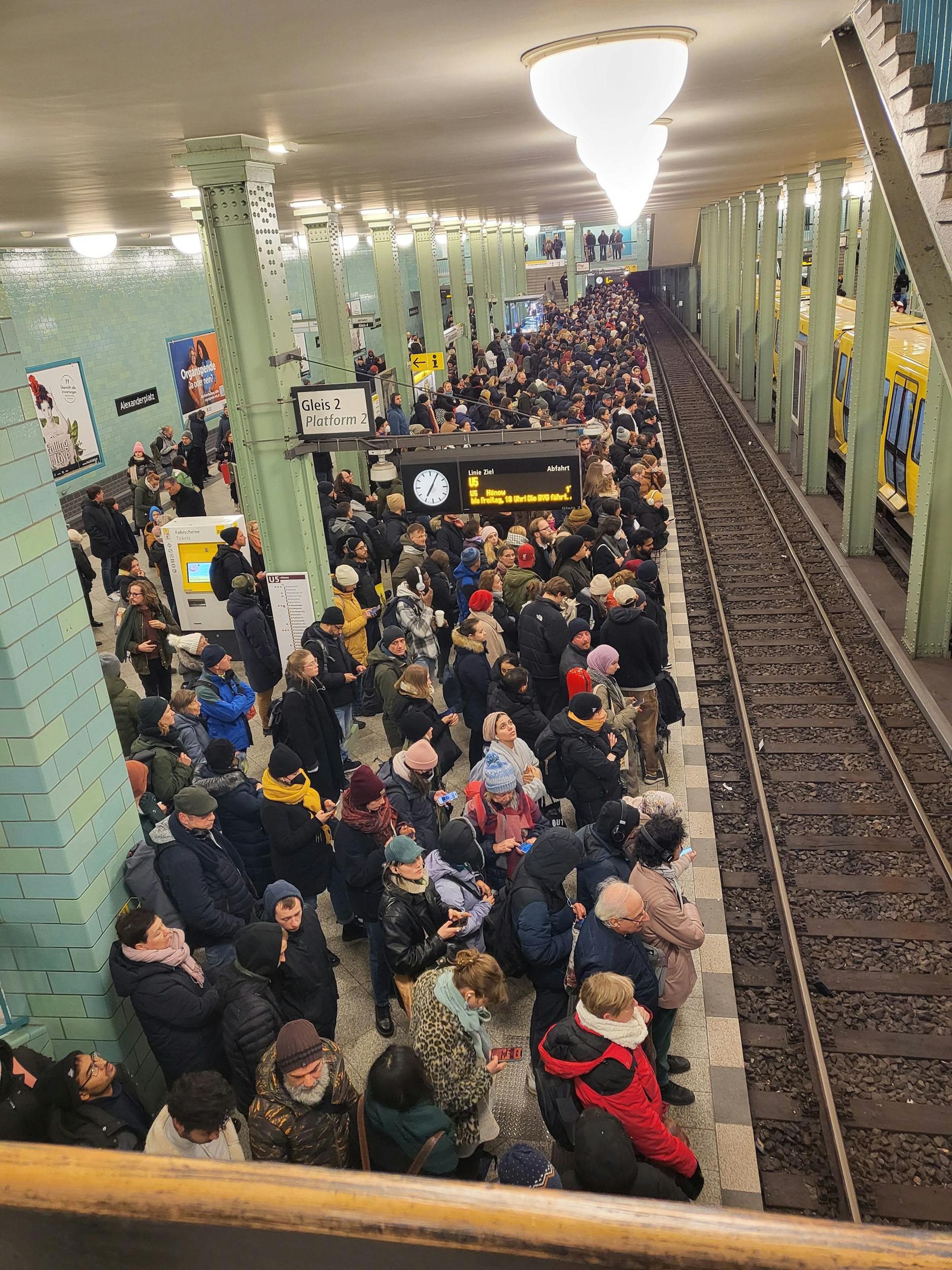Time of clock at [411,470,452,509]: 7:04
